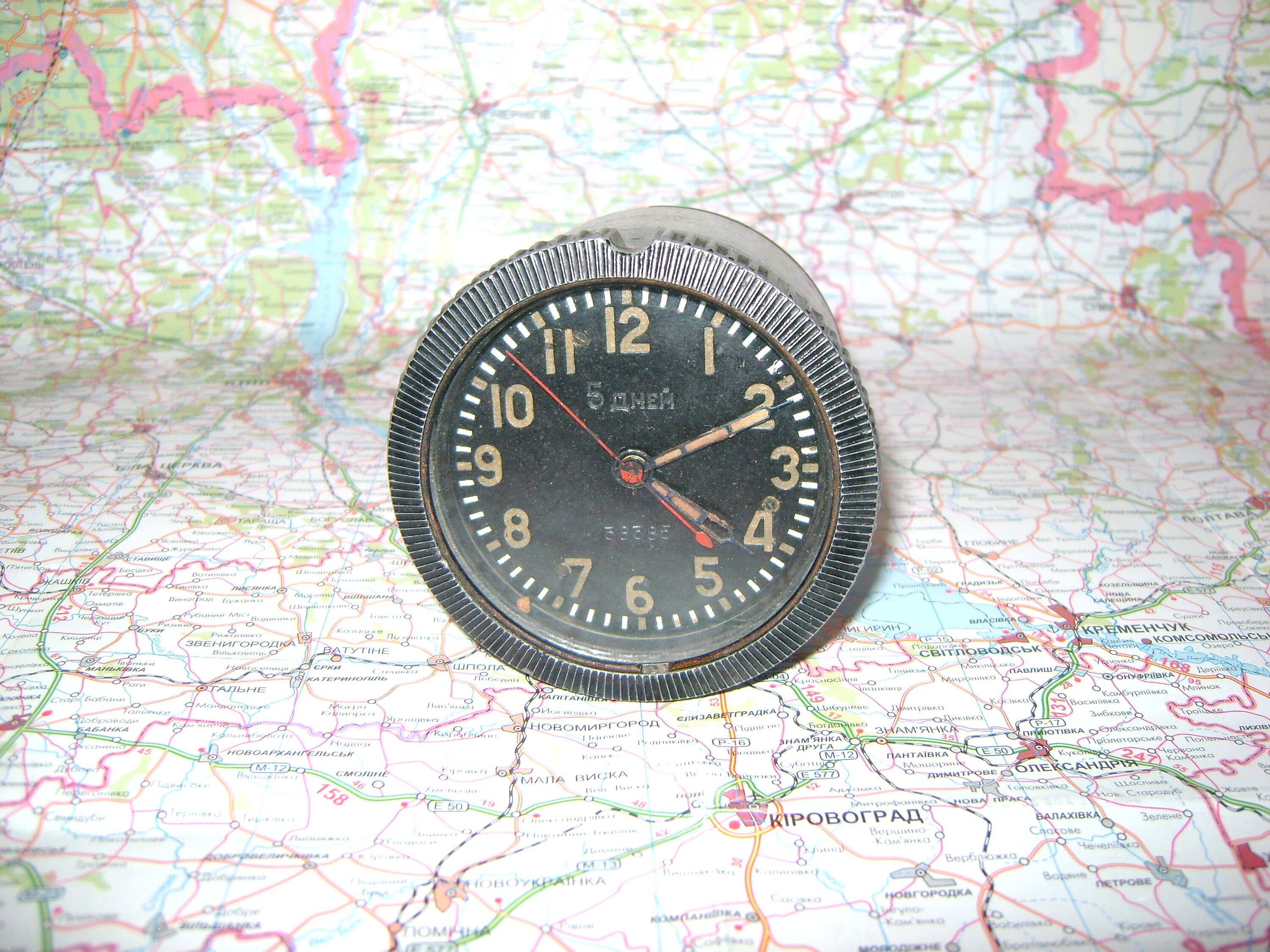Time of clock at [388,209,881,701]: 4:10
